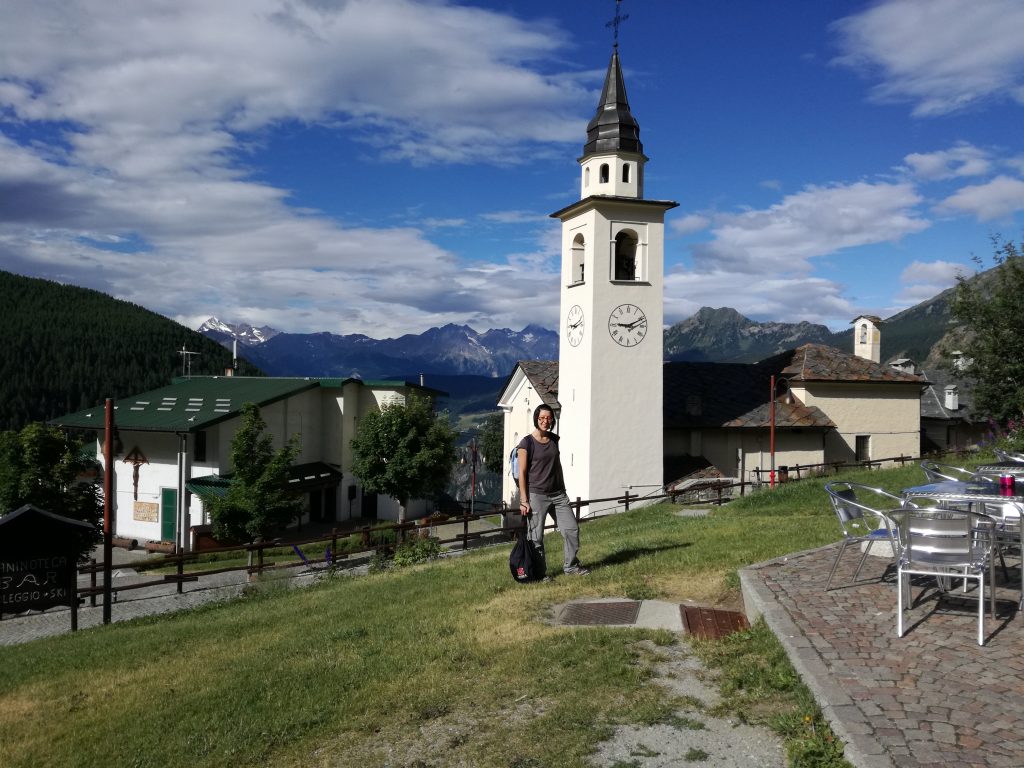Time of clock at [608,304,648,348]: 9:10
